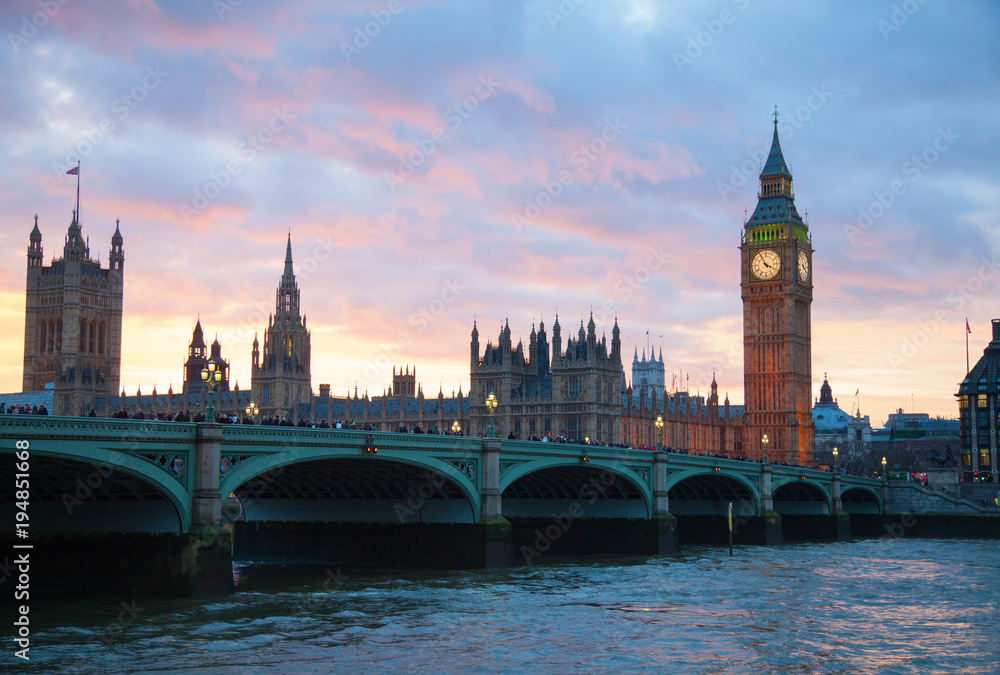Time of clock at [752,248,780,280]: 3:54
